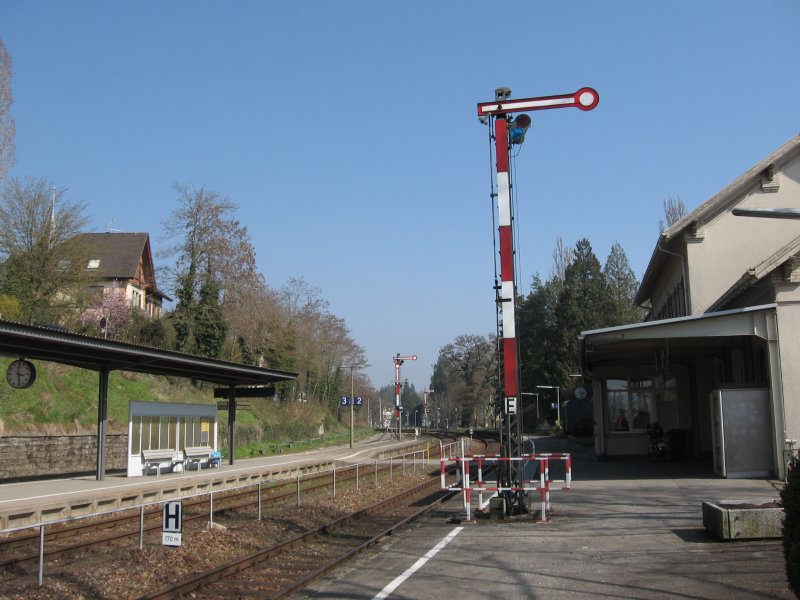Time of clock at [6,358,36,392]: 3:29
